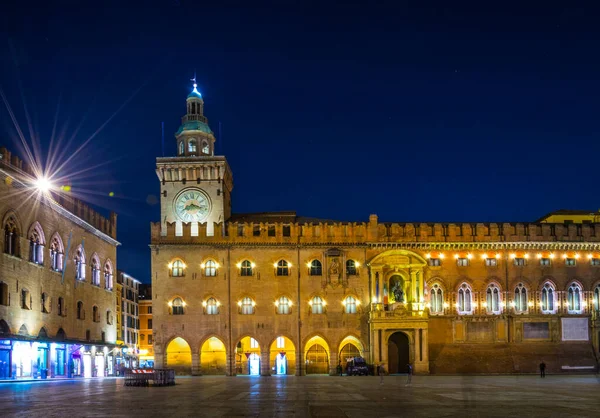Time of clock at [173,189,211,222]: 8:17
